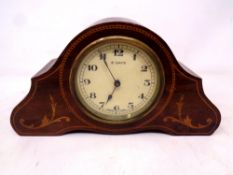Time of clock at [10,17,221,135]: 6:55
